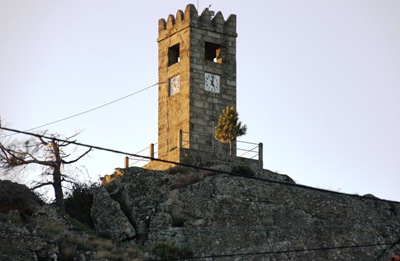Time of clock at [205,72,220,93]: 5:01
